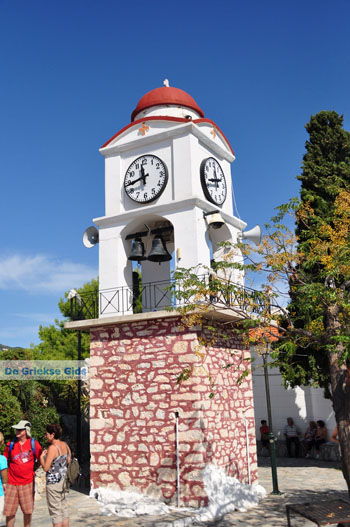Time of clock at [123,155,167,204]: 11:43
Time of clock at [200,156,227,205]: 11:42
